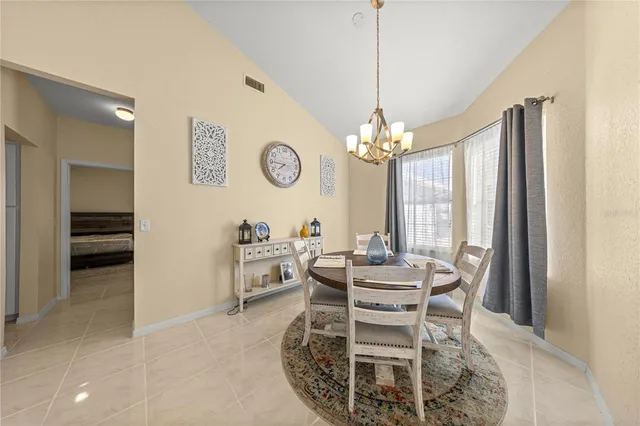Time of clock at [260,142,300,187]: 7:45
